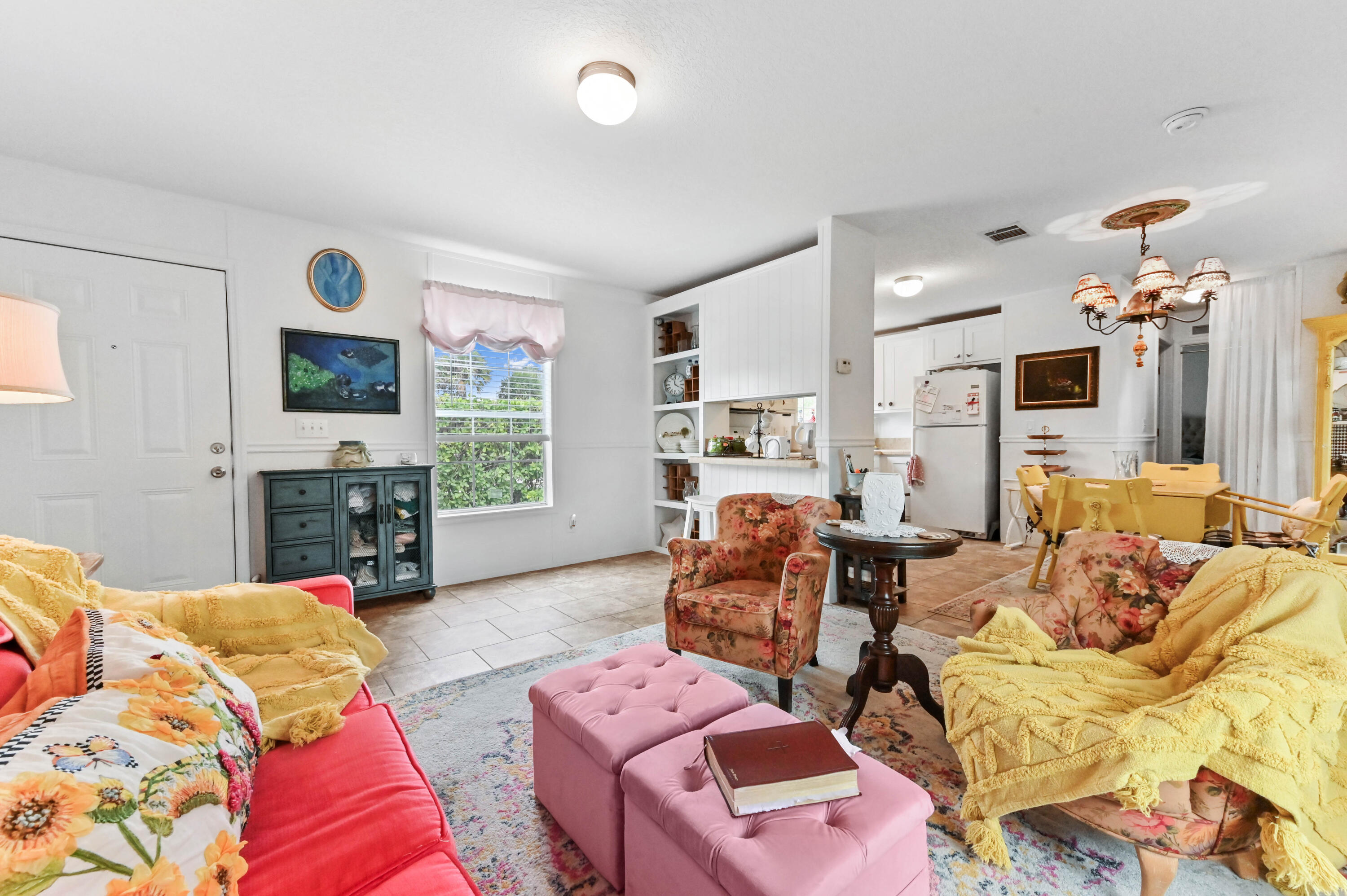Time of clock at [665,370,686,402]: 3:58
